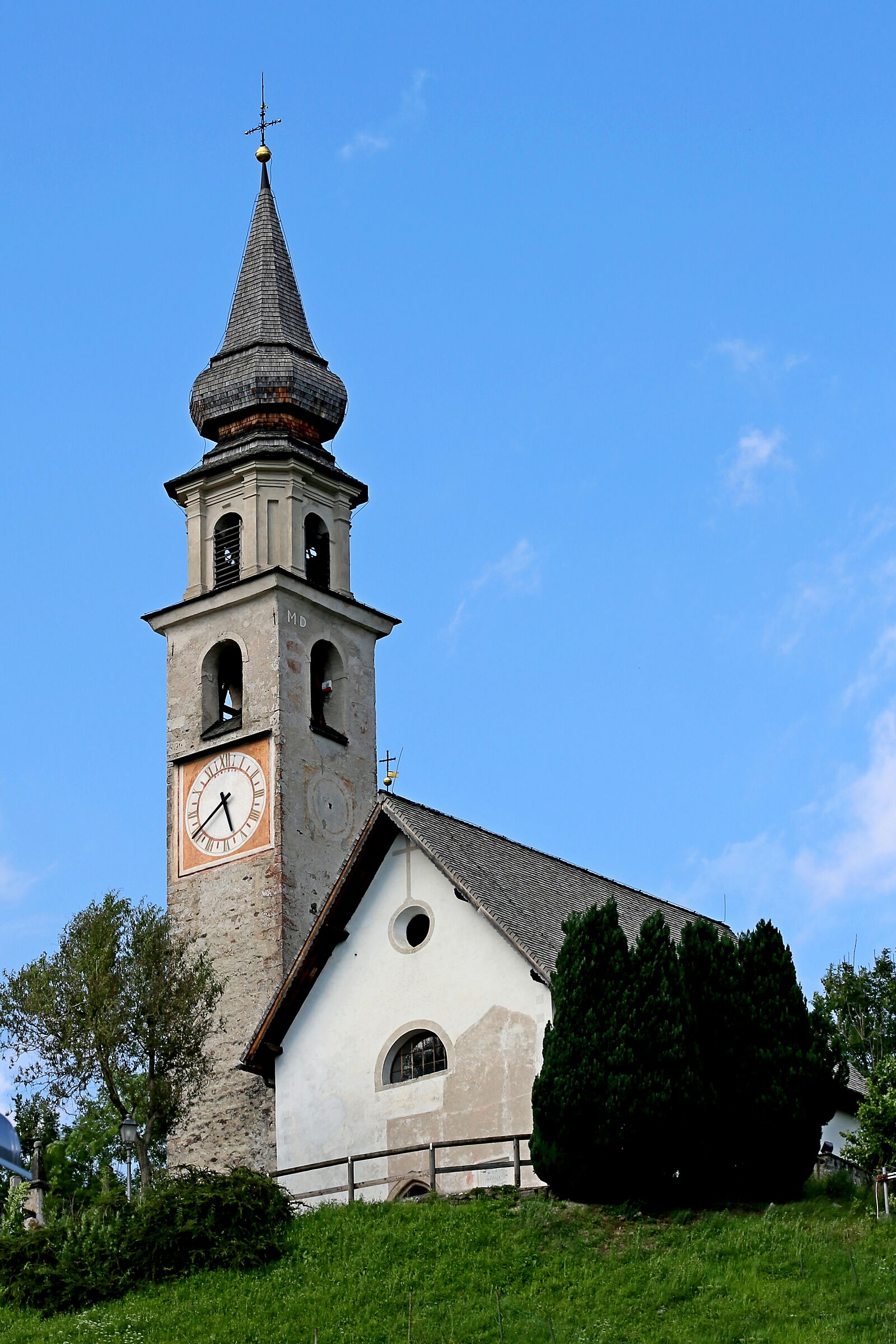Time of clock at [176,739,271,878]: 5:40
